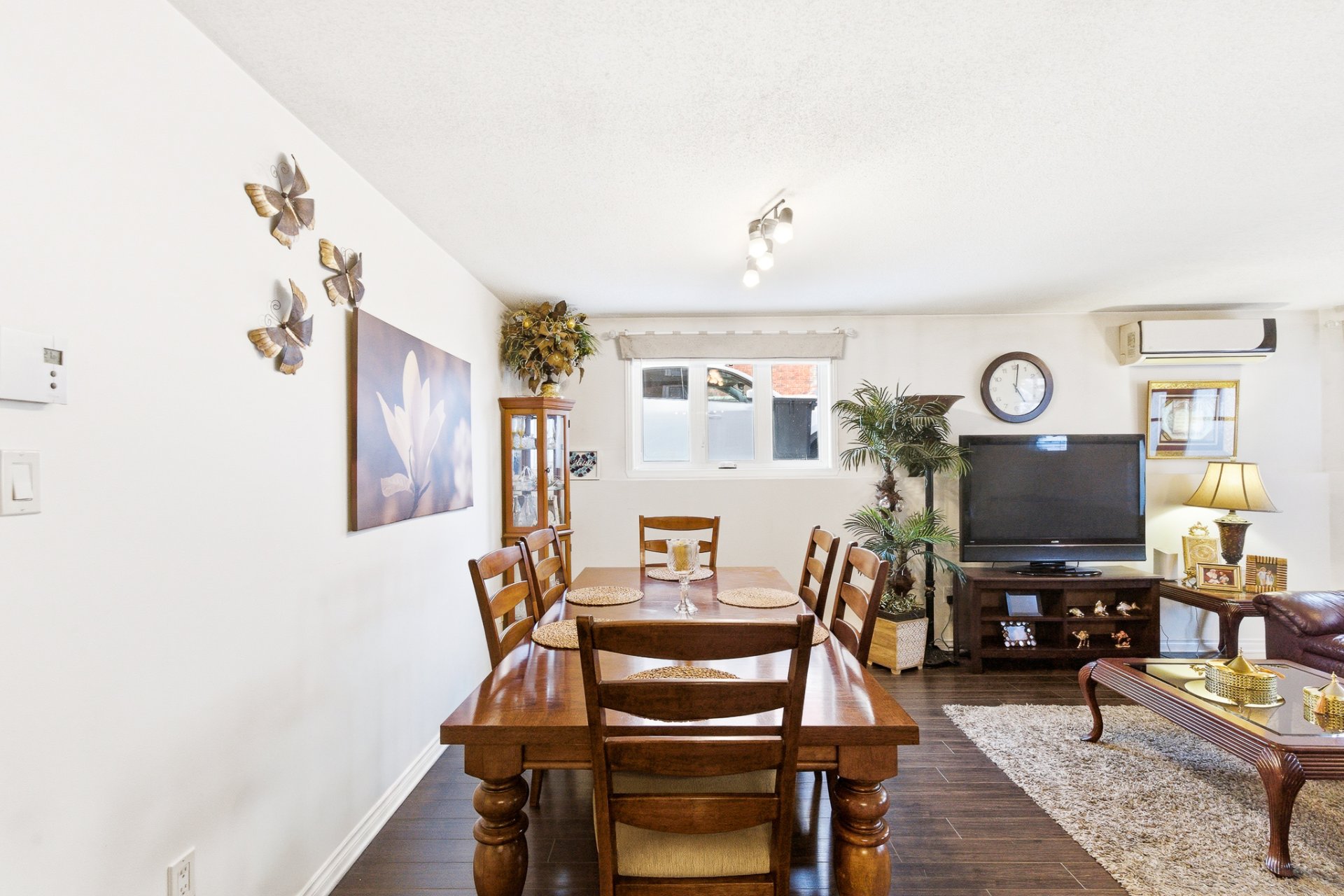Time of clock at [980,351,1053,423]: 5:01
